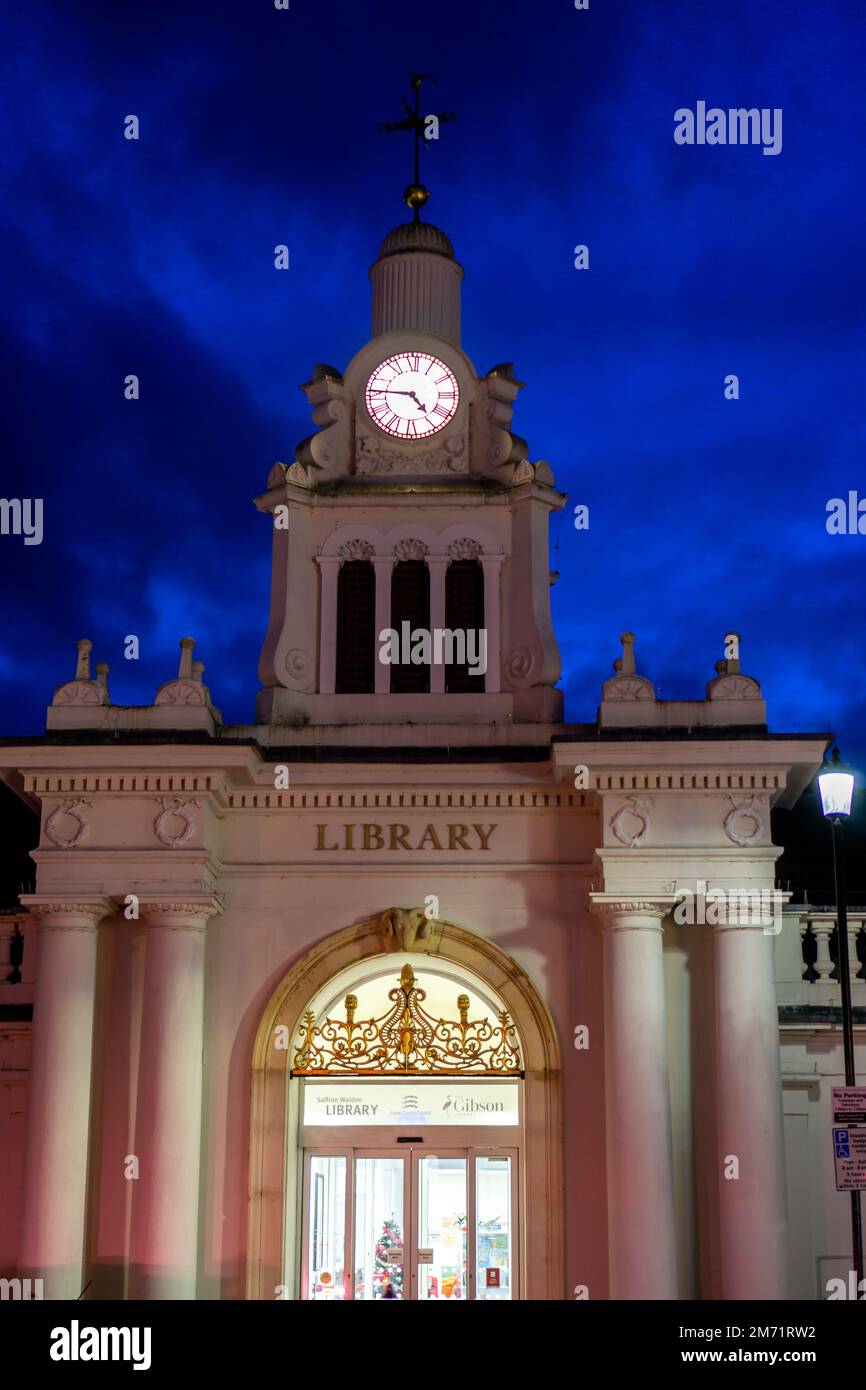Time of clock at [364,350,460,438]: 4:45
